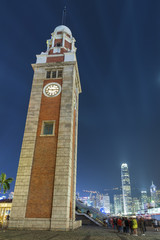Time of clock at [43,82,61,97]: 9:14
